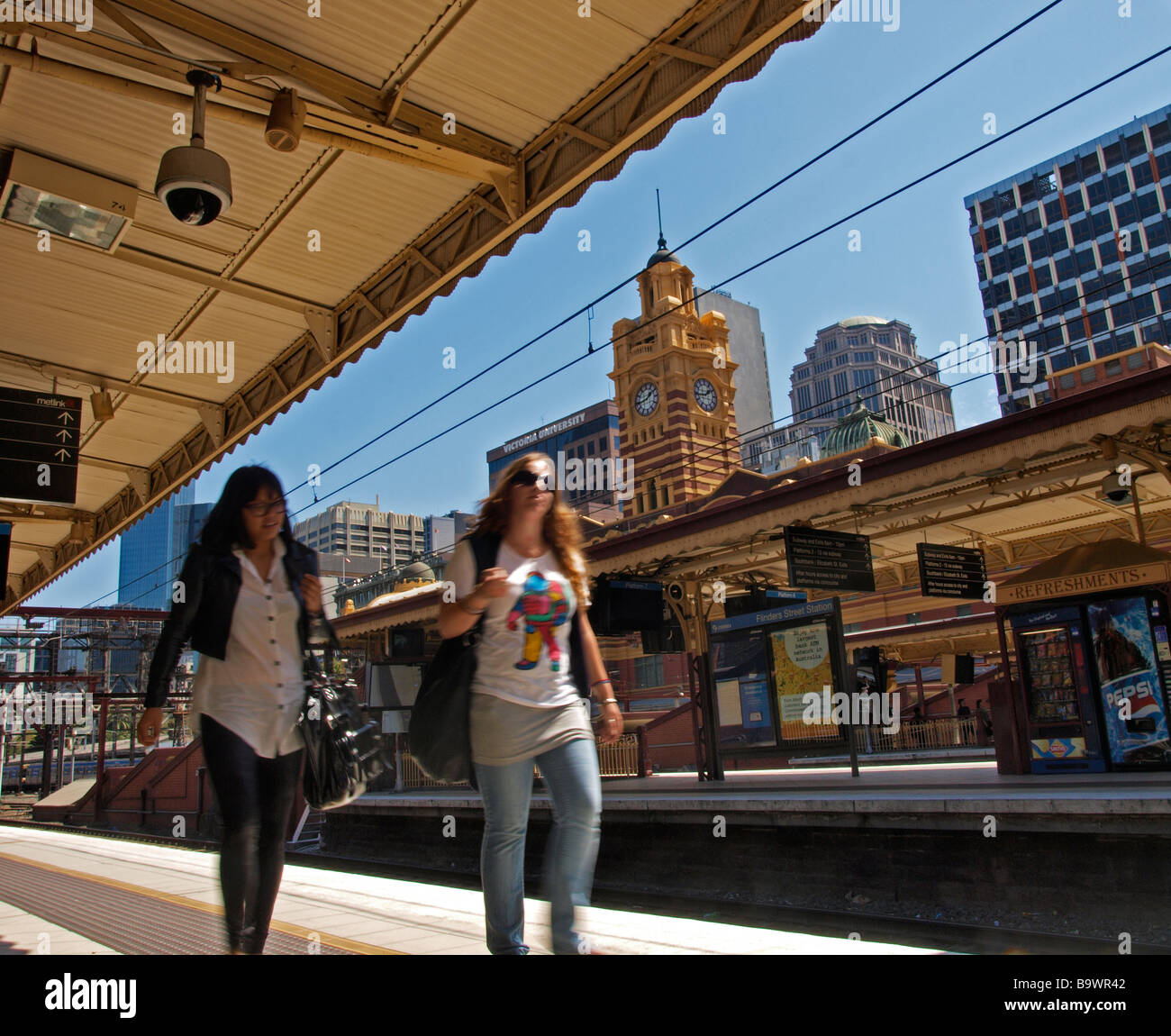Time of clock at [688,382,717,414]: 1:43
